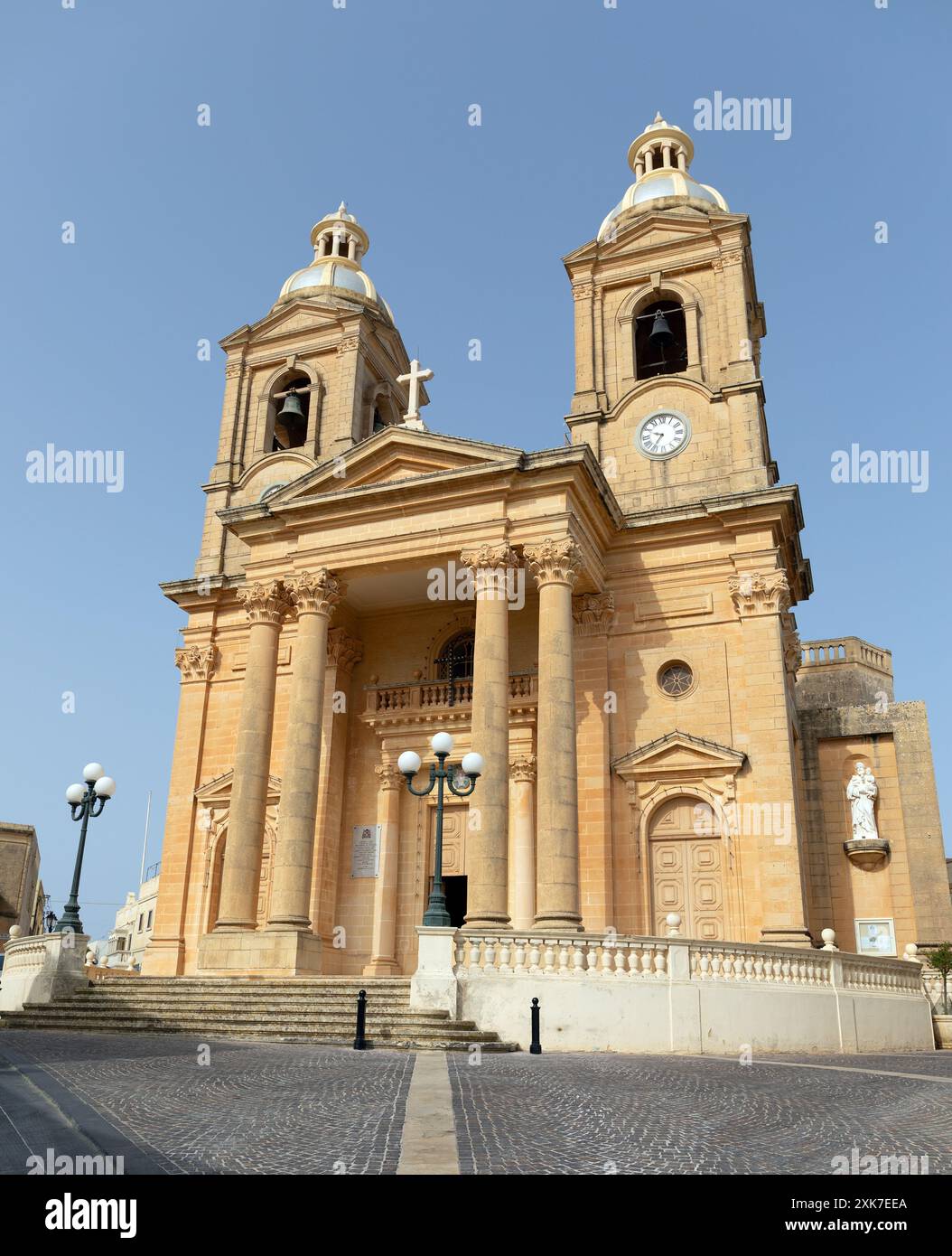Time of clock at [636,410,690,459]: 9:35
